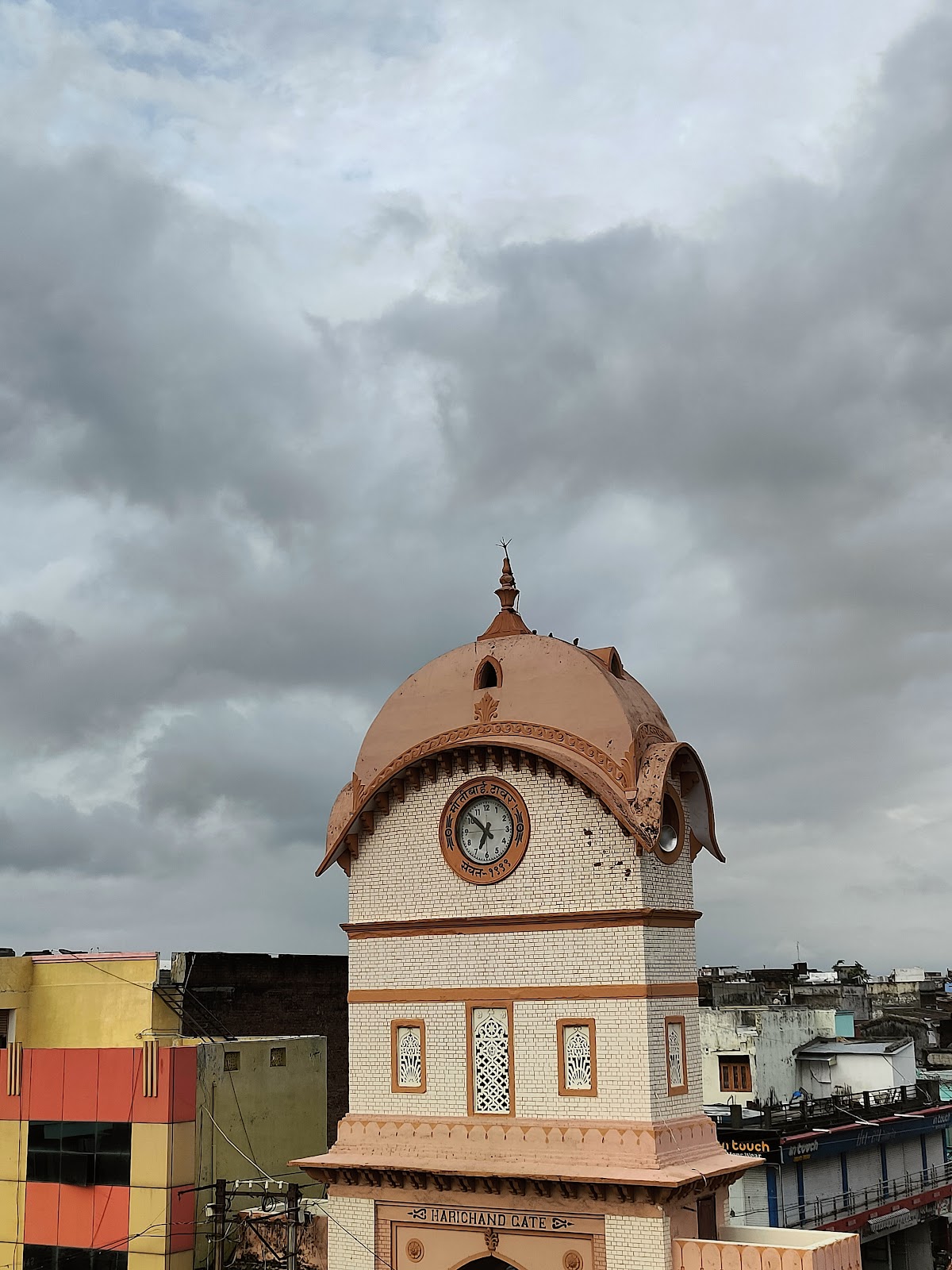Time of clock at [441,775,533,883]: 6:52
